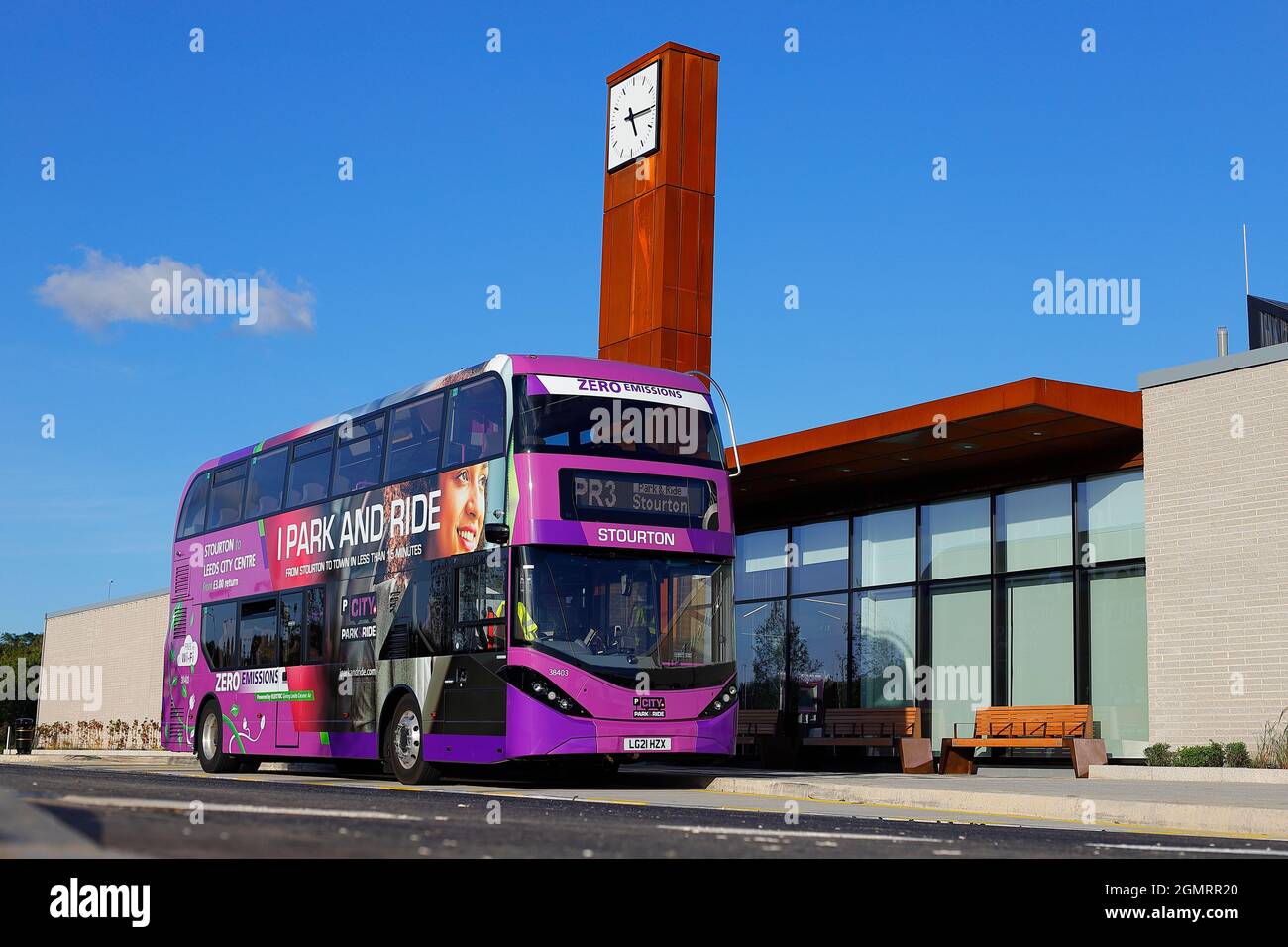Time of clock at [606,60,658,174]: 5:15
